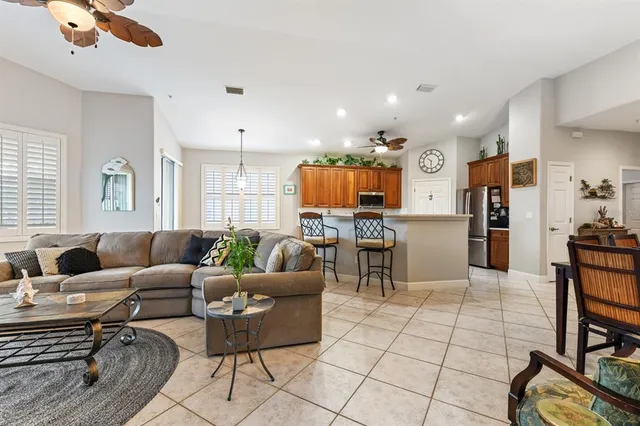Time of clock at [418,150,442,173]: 10:30
